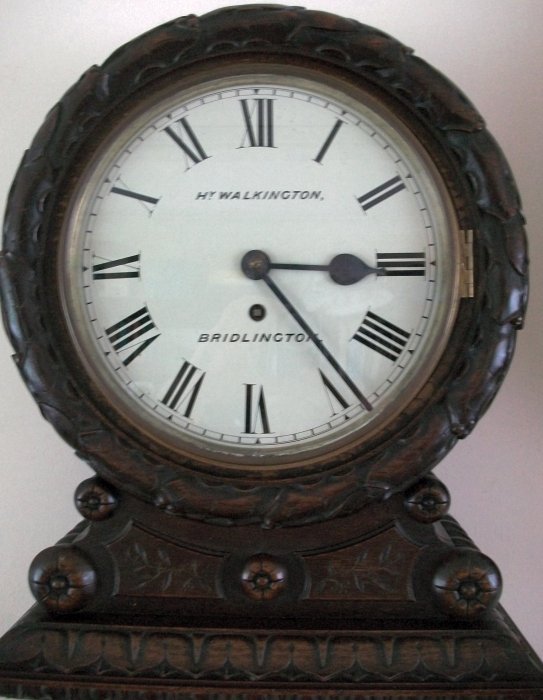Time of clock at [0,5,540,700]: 3:23
